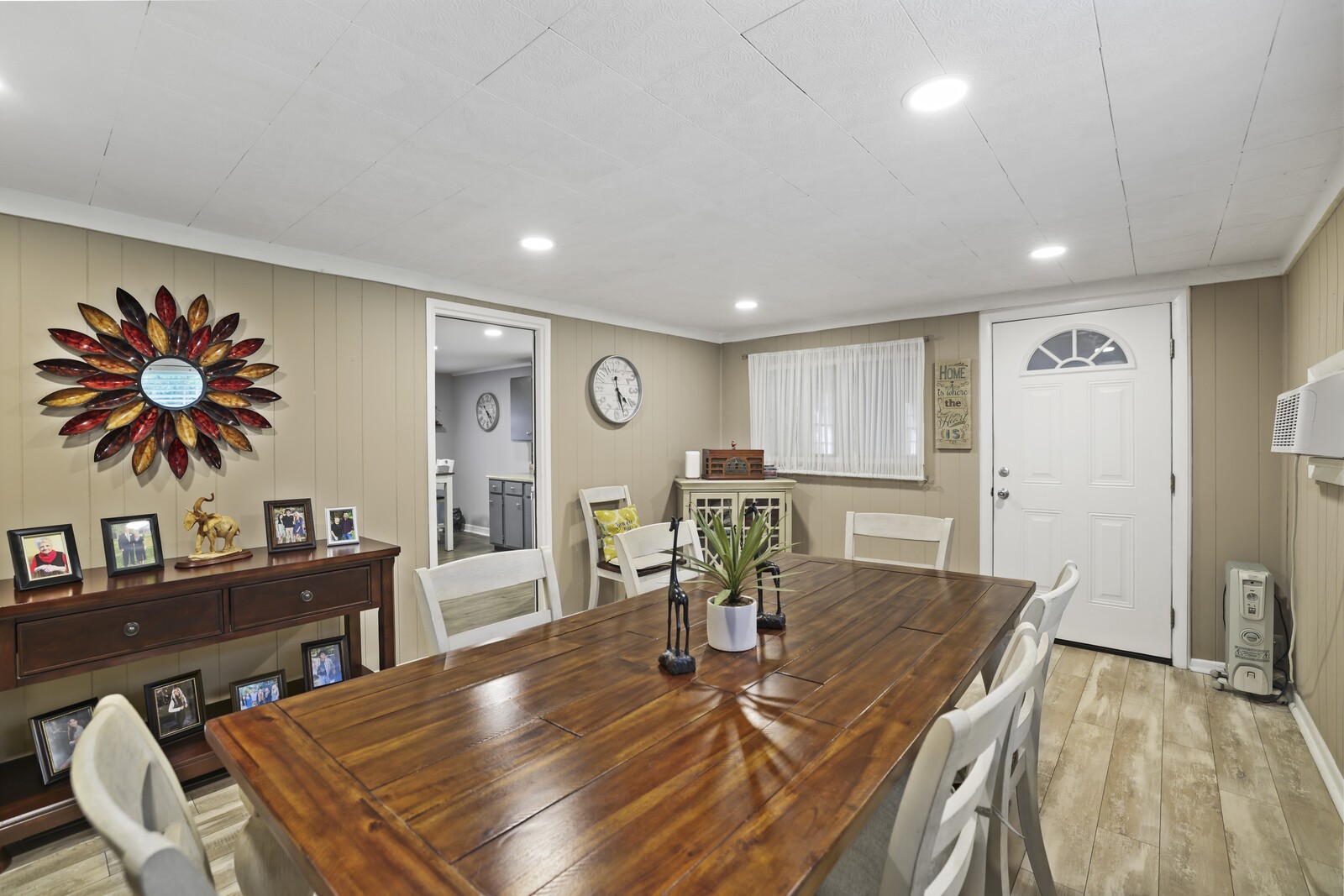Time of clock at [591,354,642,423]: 4:26
